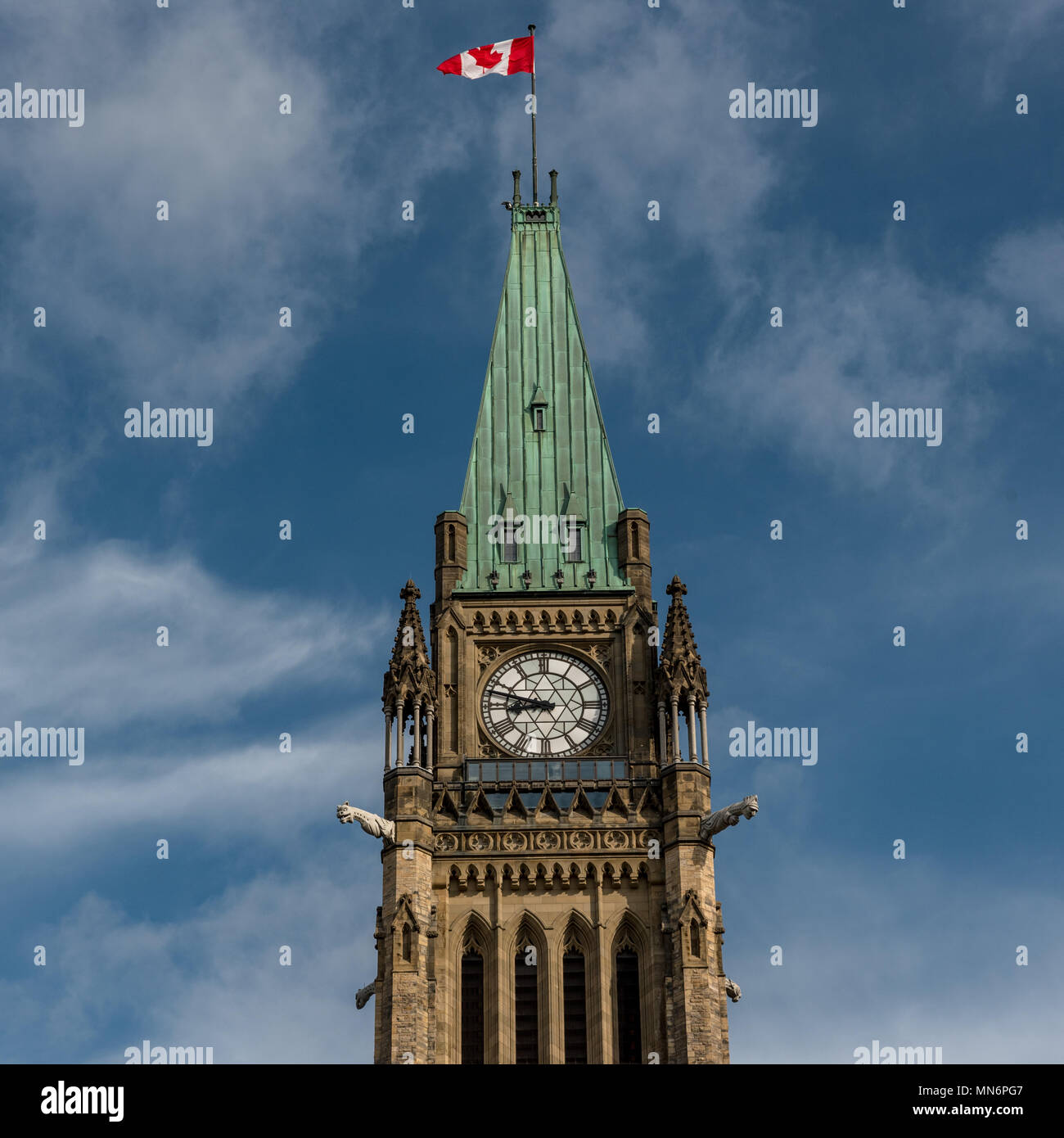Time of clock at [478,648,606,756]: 8:47
